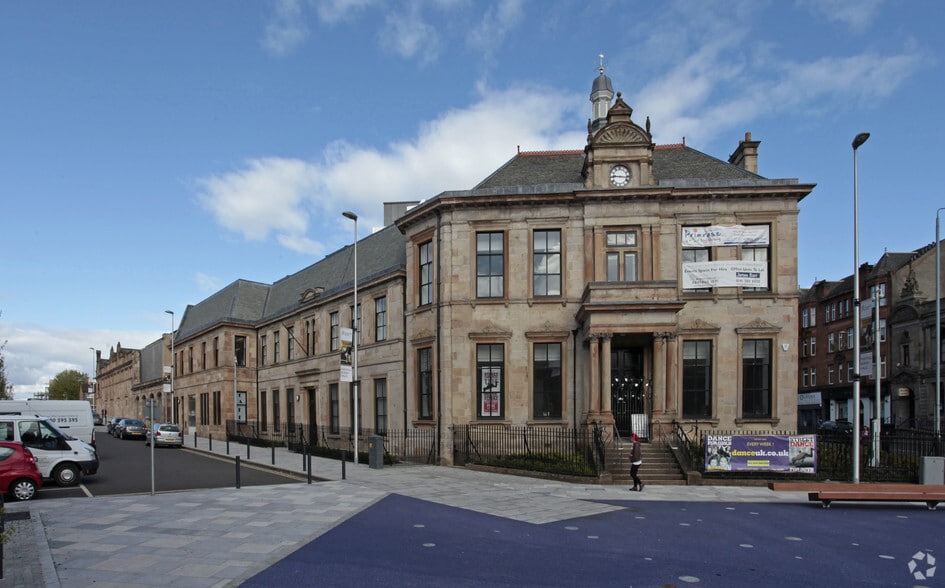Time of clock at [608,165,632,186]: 9:16
